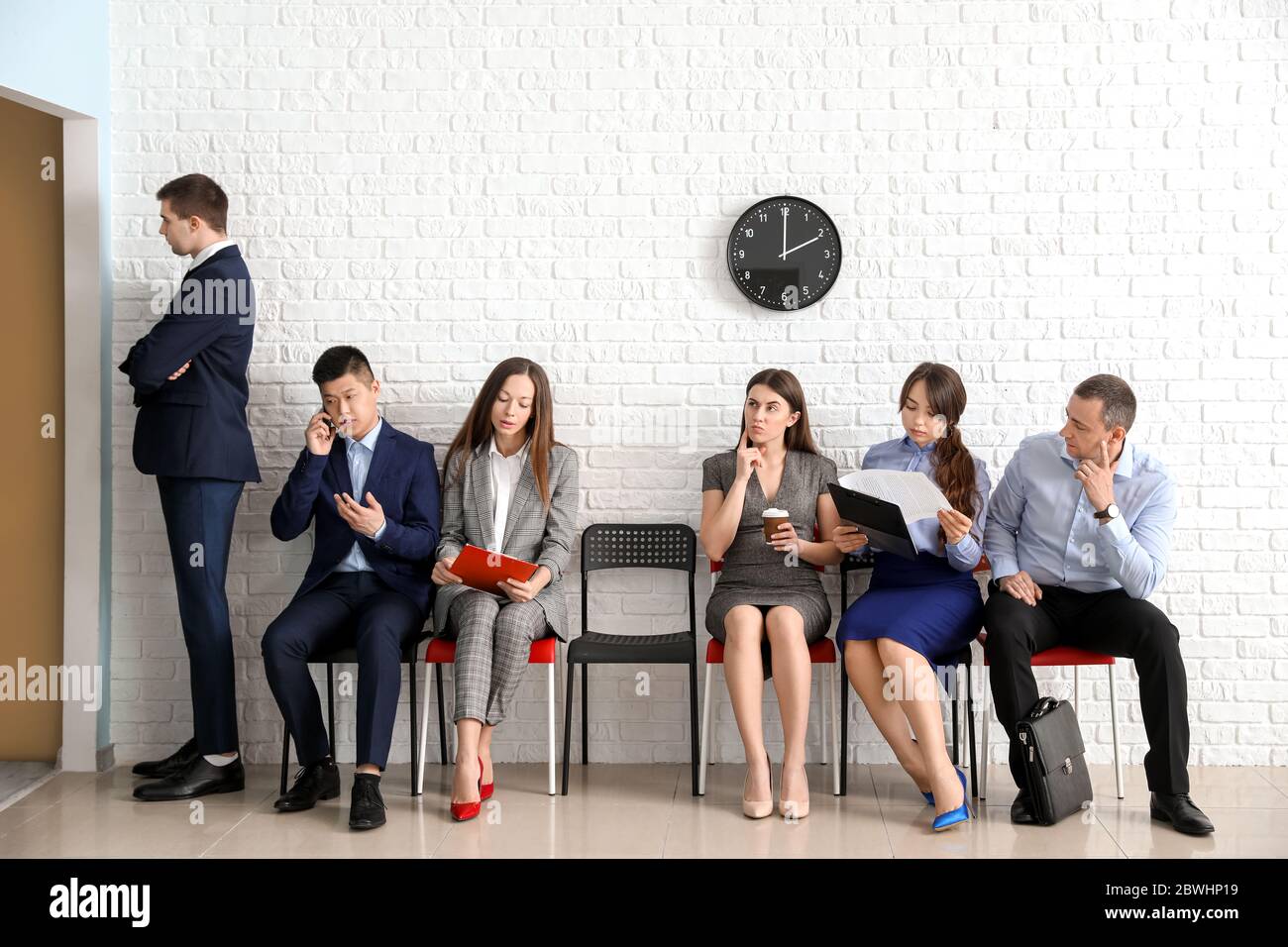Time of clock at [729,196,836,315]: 2:00
